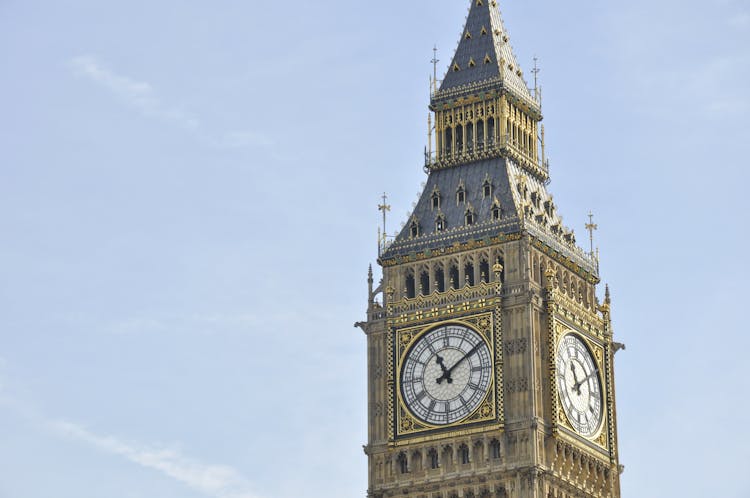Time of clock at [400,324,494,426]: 11:09
